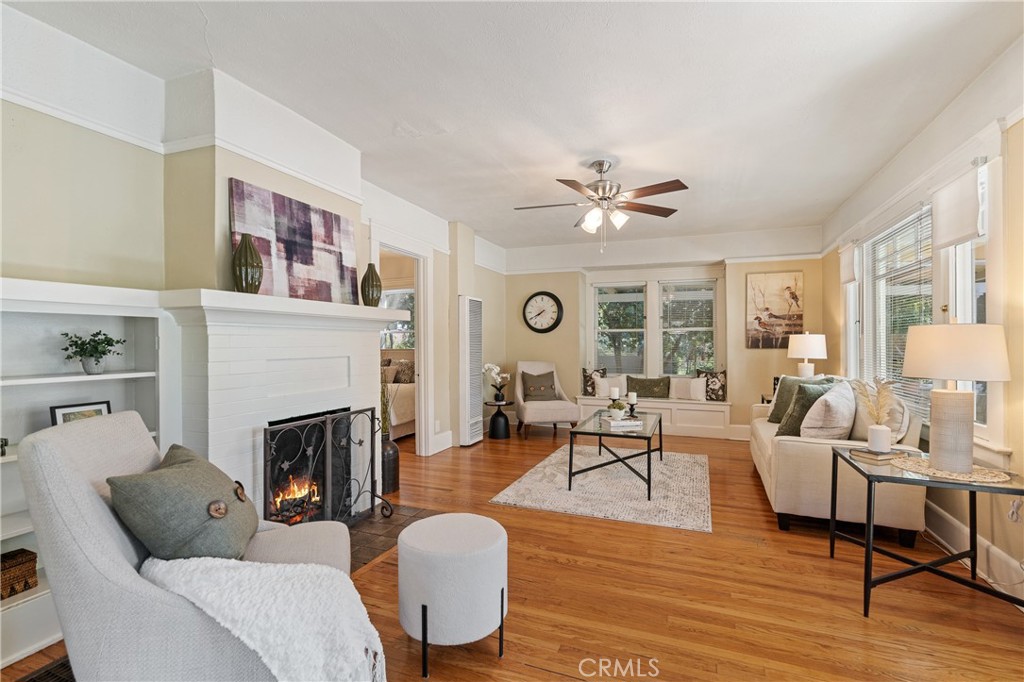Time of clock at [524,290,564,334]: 7:40
